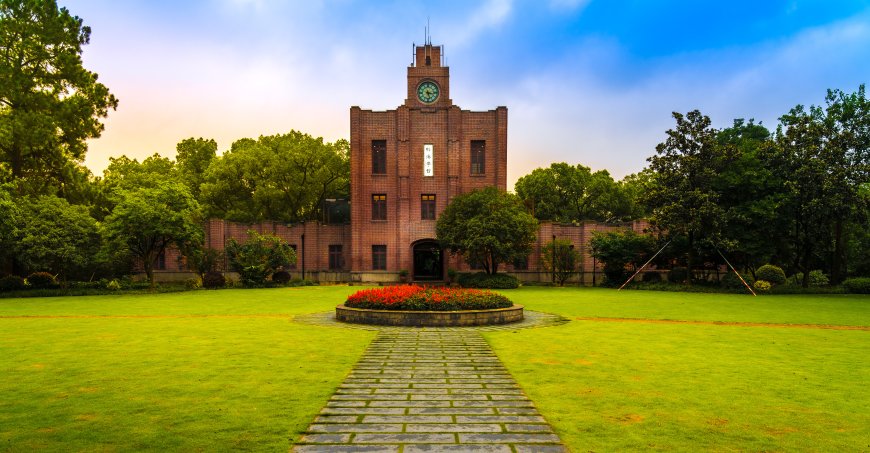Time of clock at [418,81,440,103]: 3:27
